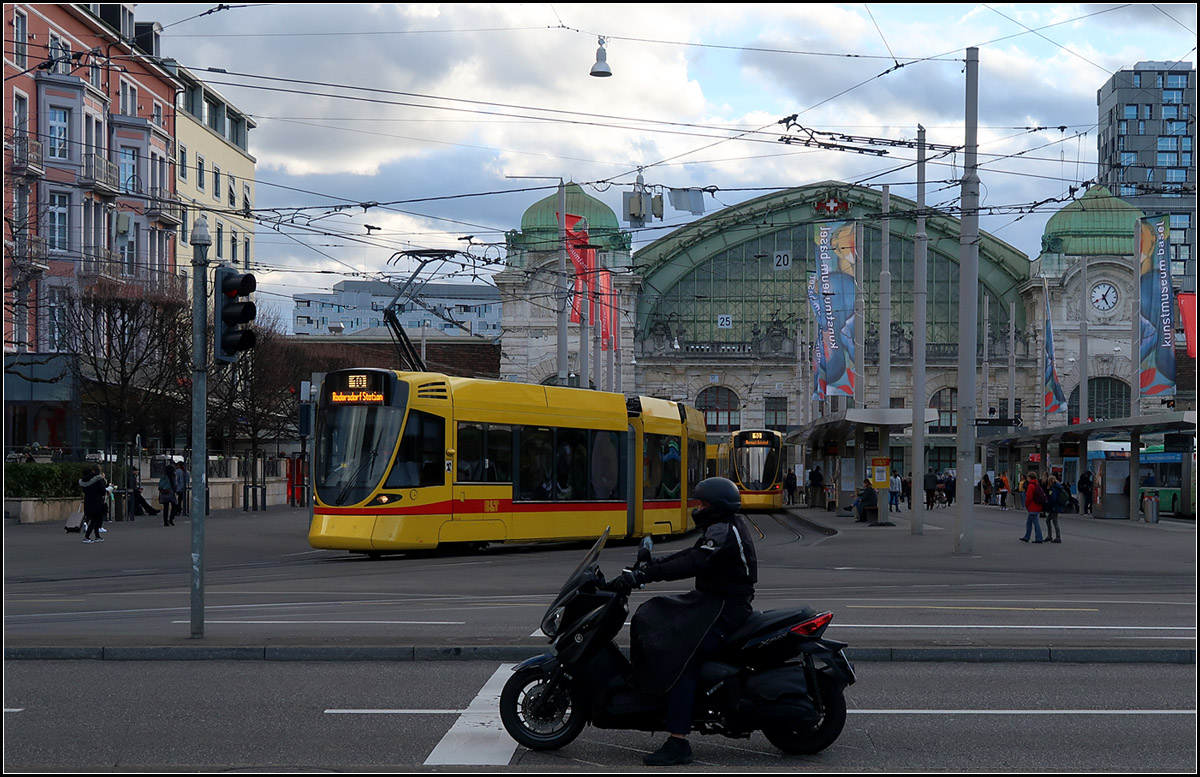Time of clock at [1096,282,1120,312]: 5:05
